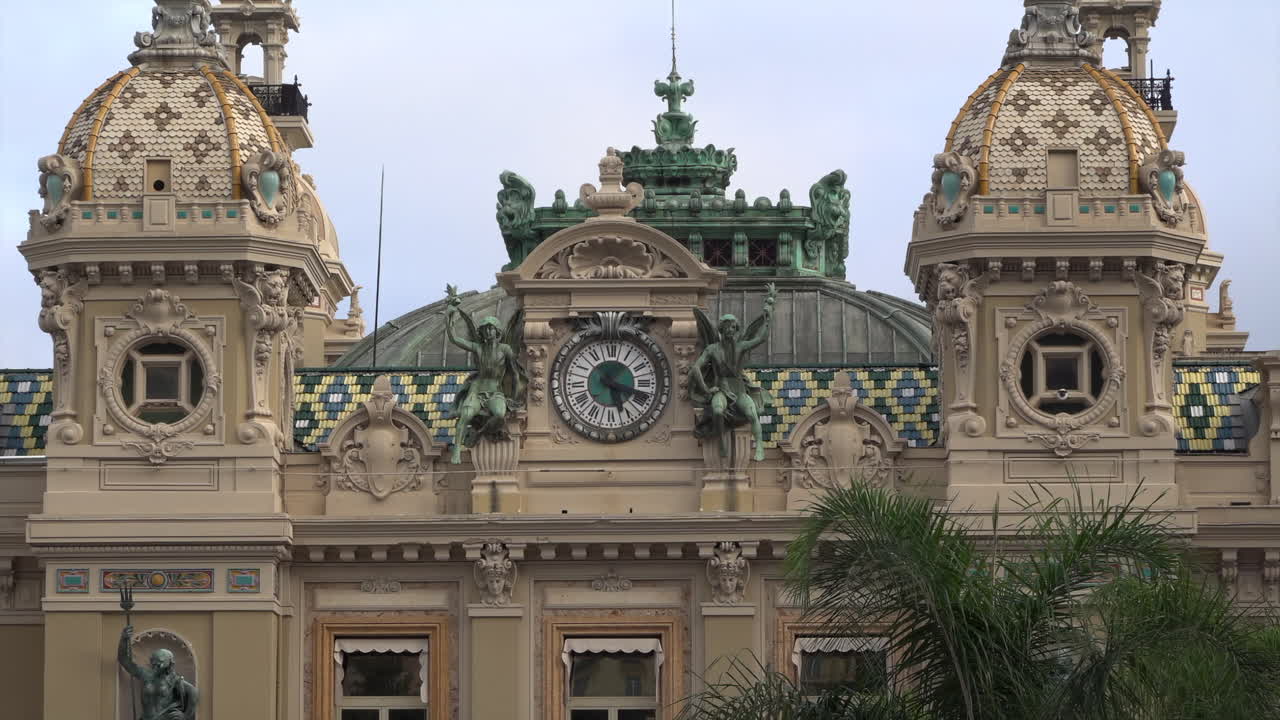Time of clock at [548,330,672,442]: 5:17
